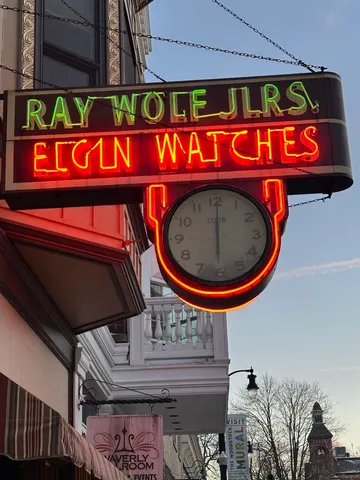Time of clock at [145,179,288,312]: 6:00
